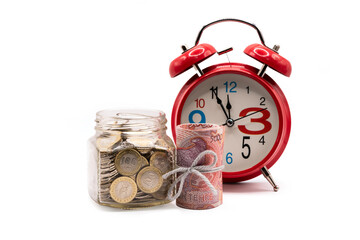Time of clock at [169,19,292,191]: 11:55
